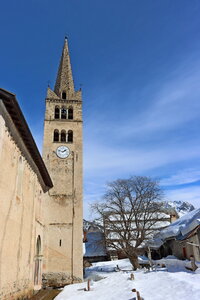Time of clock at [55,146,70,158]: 1:47
